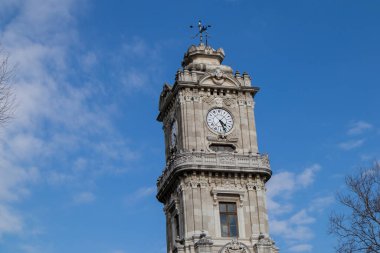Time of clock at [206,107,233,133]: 4:26
